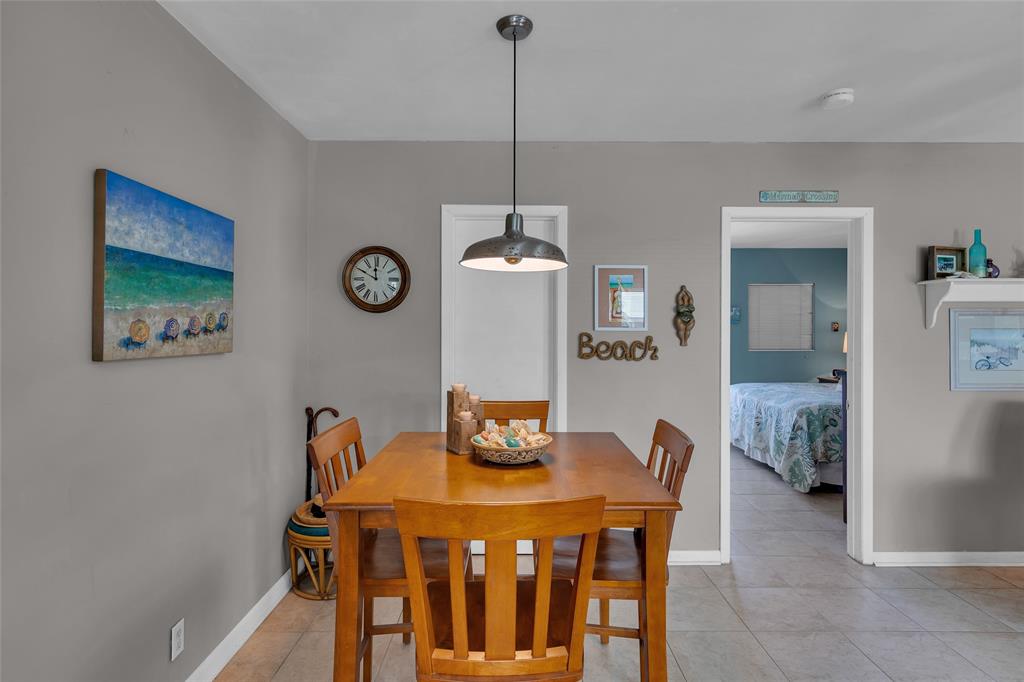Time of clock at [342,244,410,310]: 11:49
